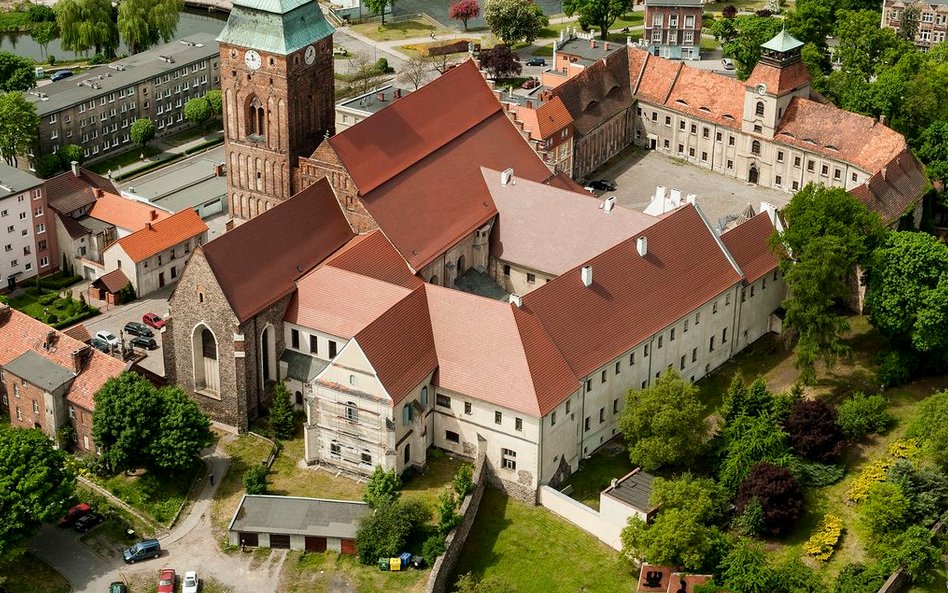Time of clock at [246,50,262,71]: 11:43
